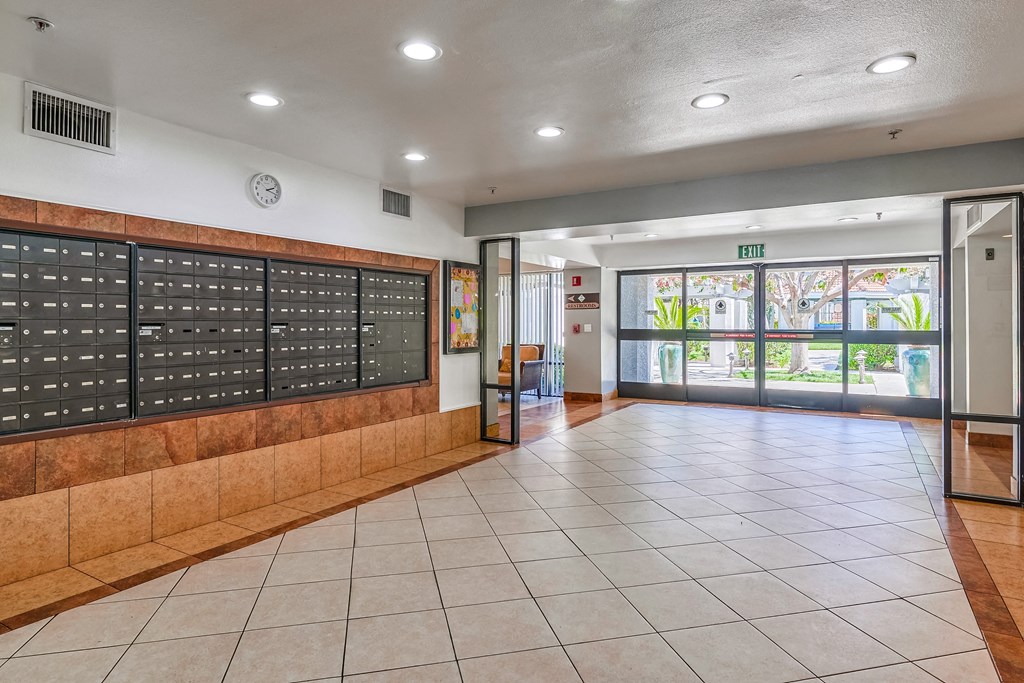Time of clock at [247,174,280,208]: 2:17
